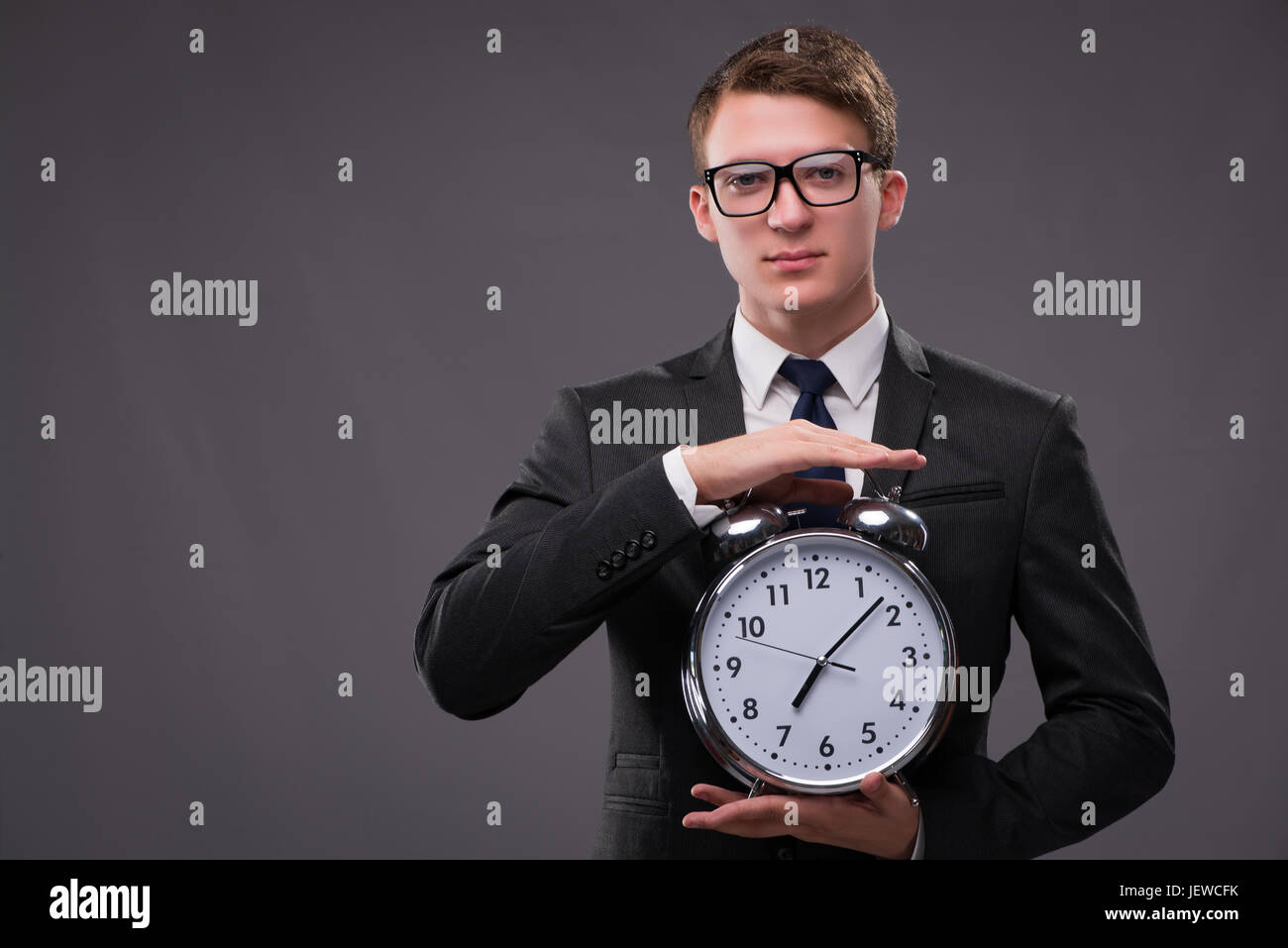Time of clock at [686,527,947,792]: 7:07
